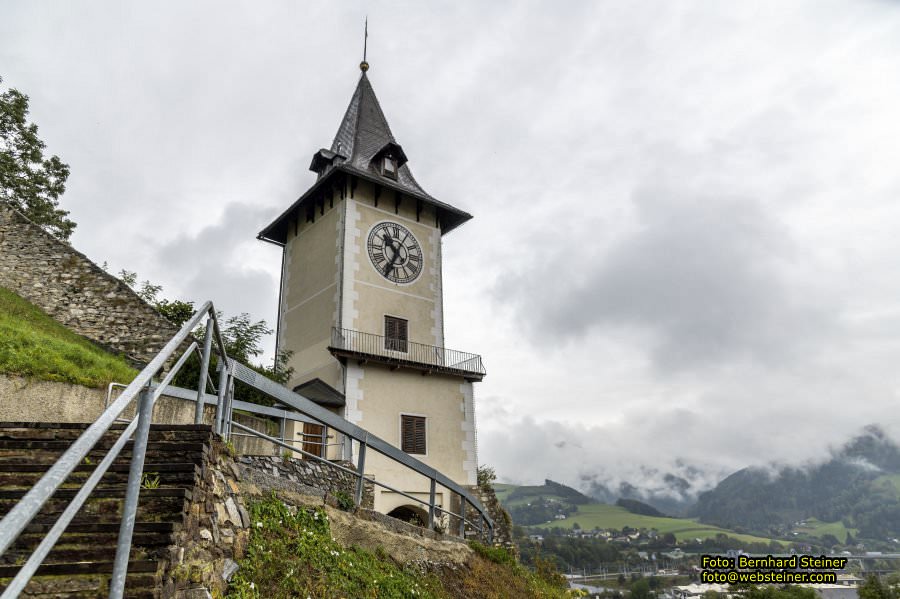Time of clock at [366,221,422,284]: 10:34
